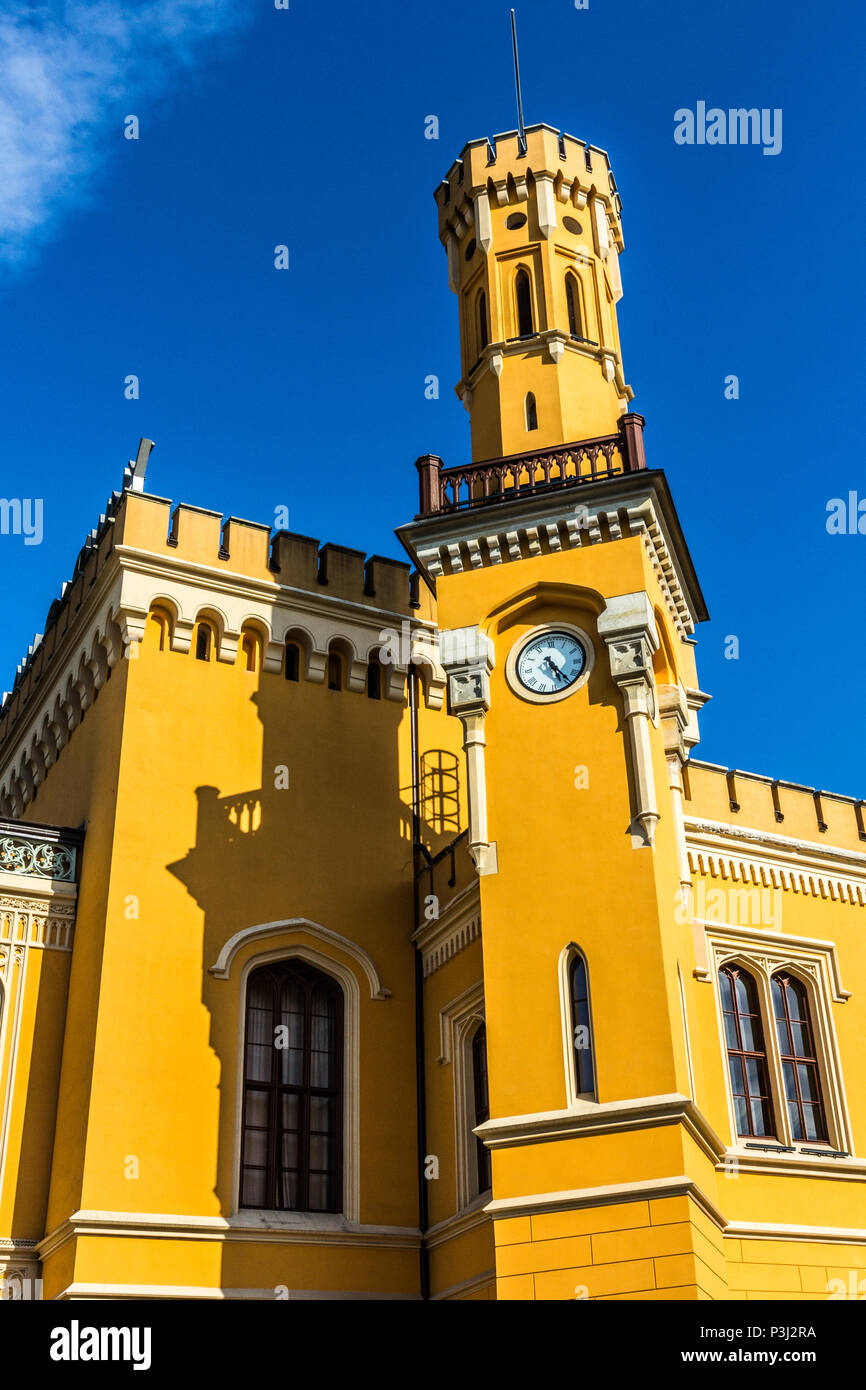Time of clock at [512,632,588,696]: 5:23
